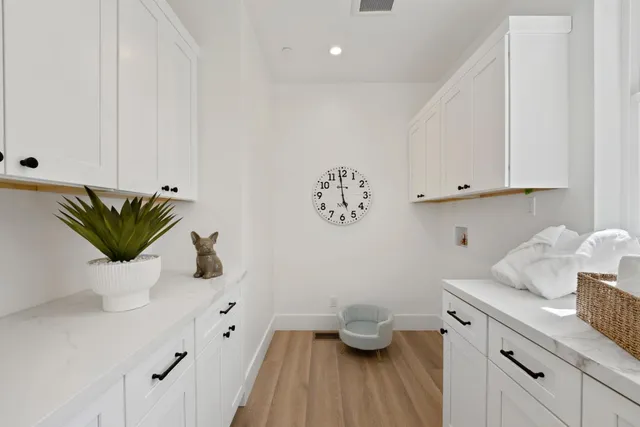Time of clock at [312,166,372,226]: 4:58
